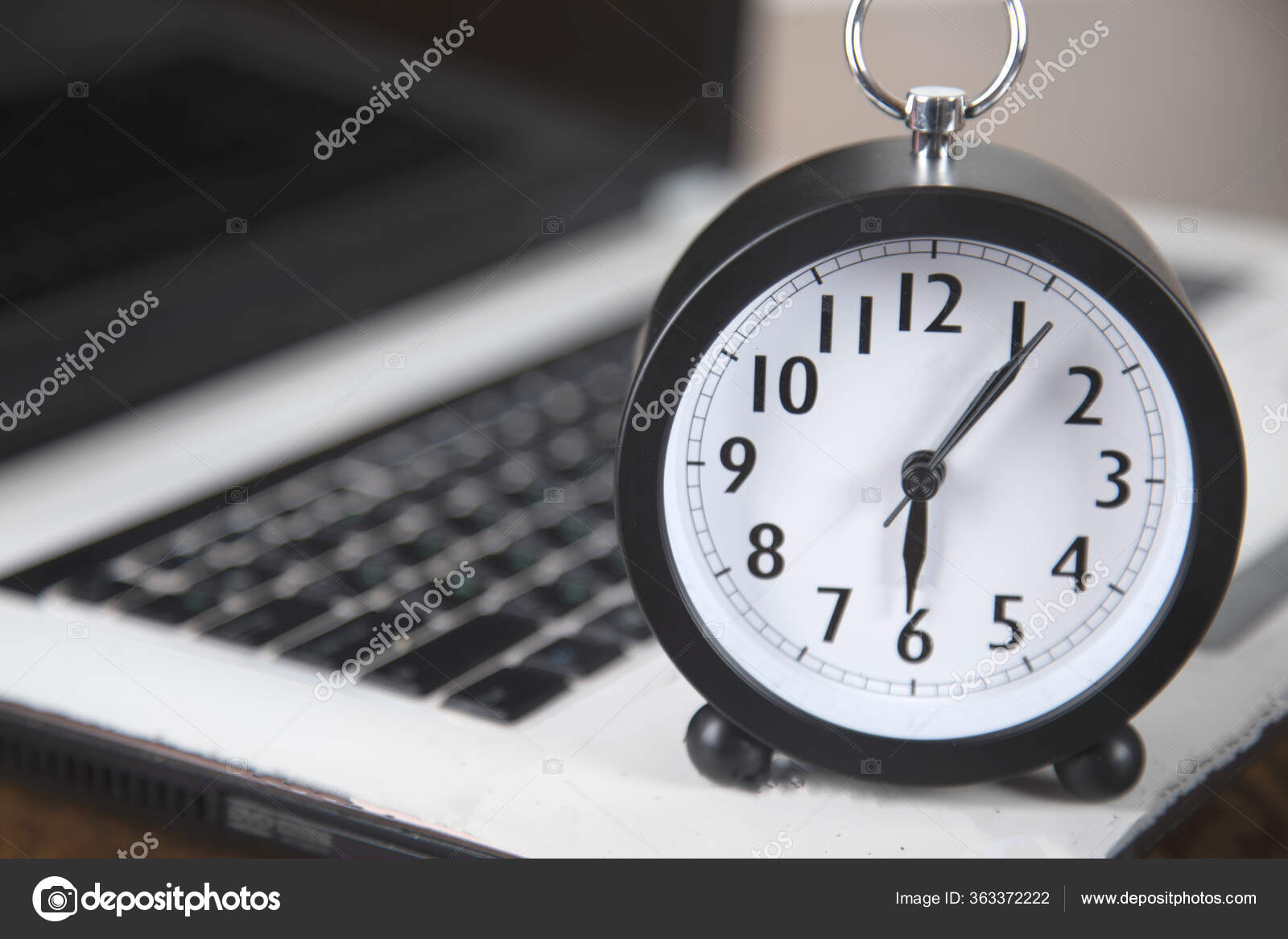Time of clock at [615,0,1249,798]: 6:06
